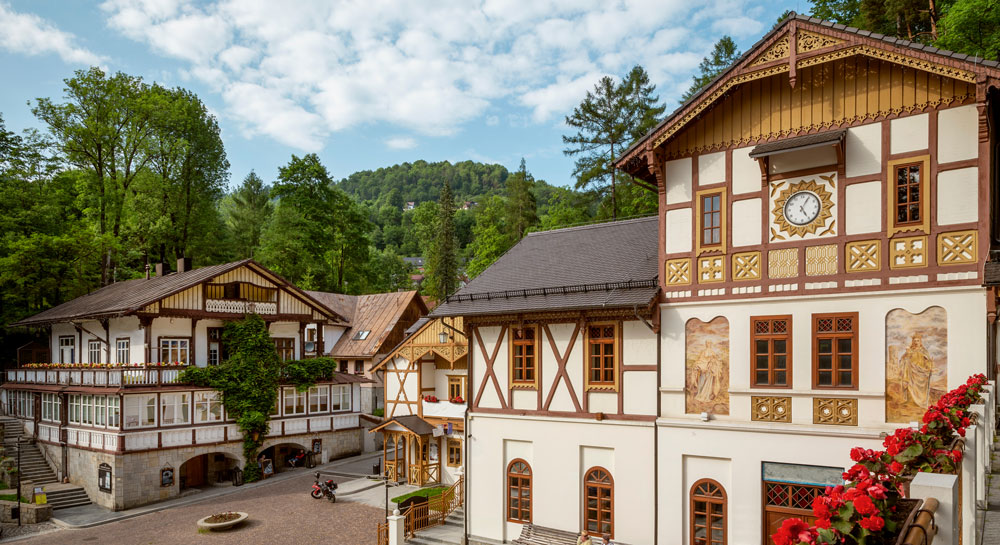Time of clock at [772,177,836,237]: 5:04
